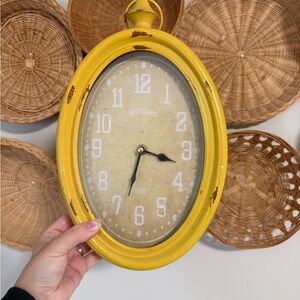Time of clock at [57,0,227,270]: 3:33
